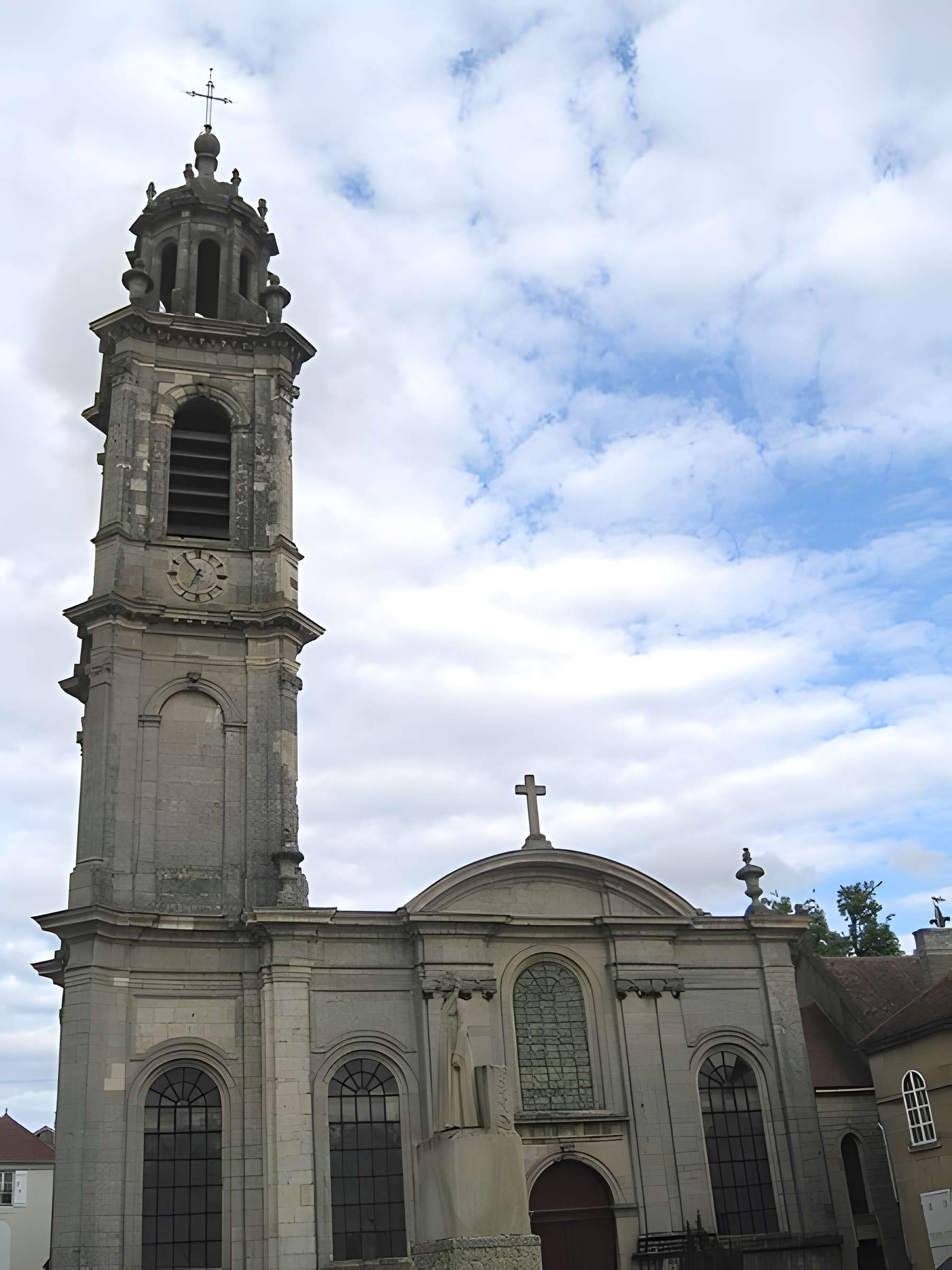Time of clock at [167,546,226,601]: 6:53
